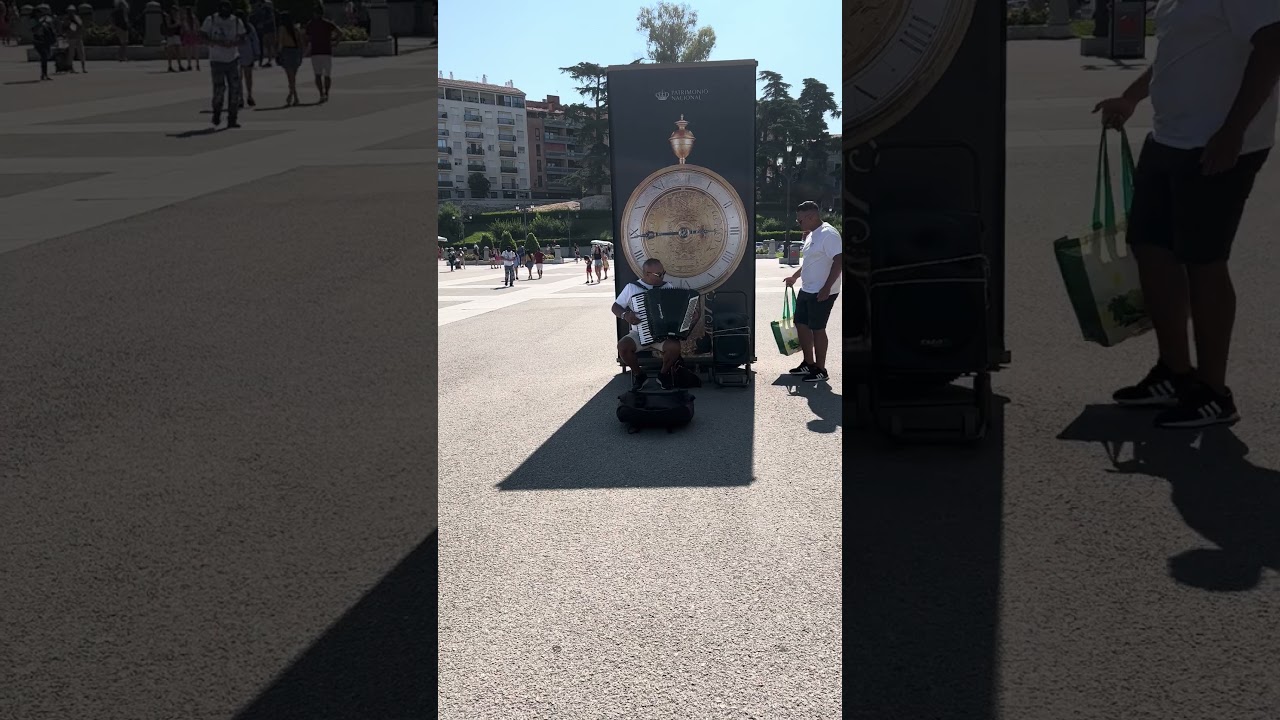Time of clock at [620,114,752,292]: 11:45
